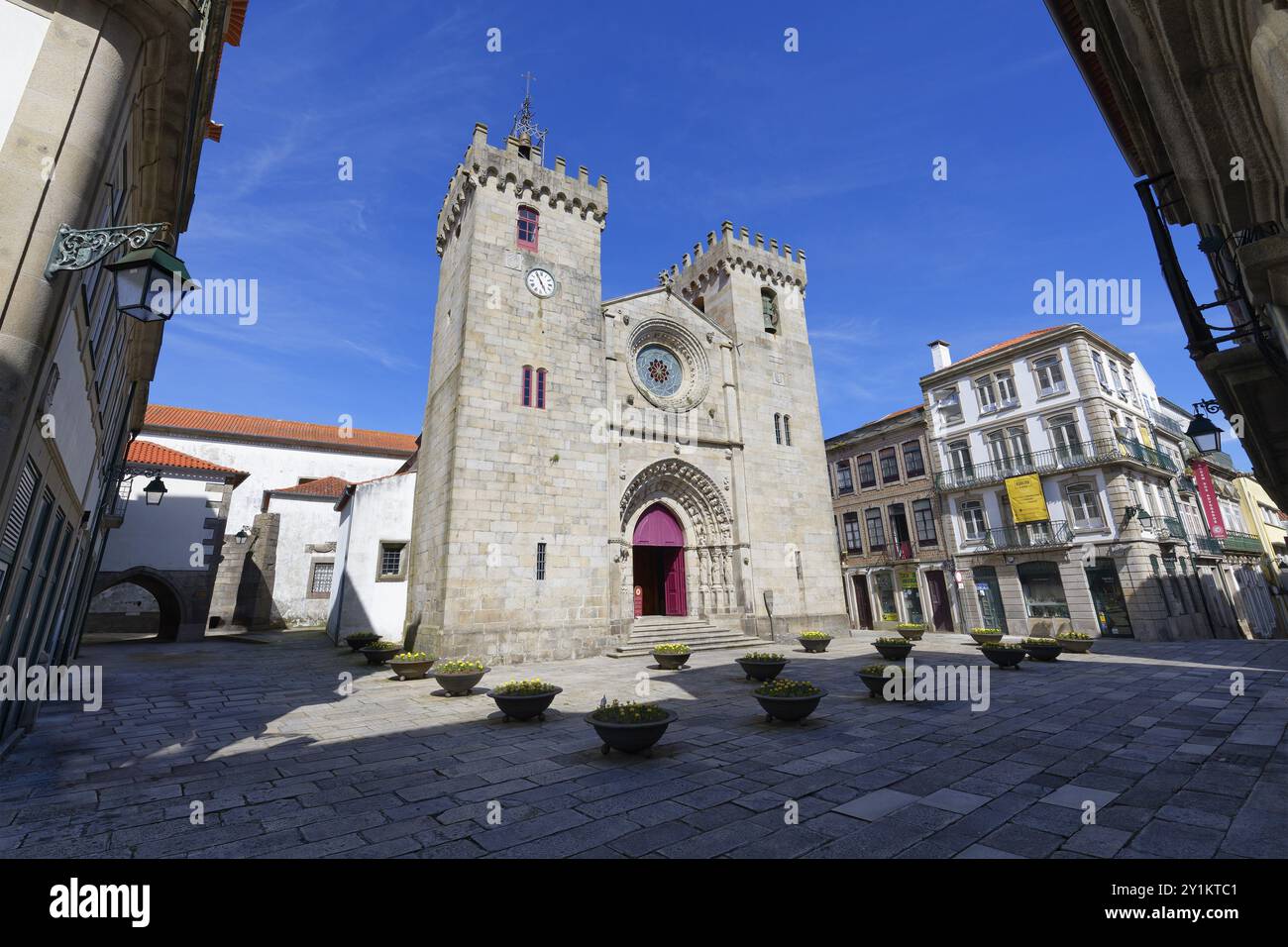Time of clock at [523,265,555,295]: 4:54
